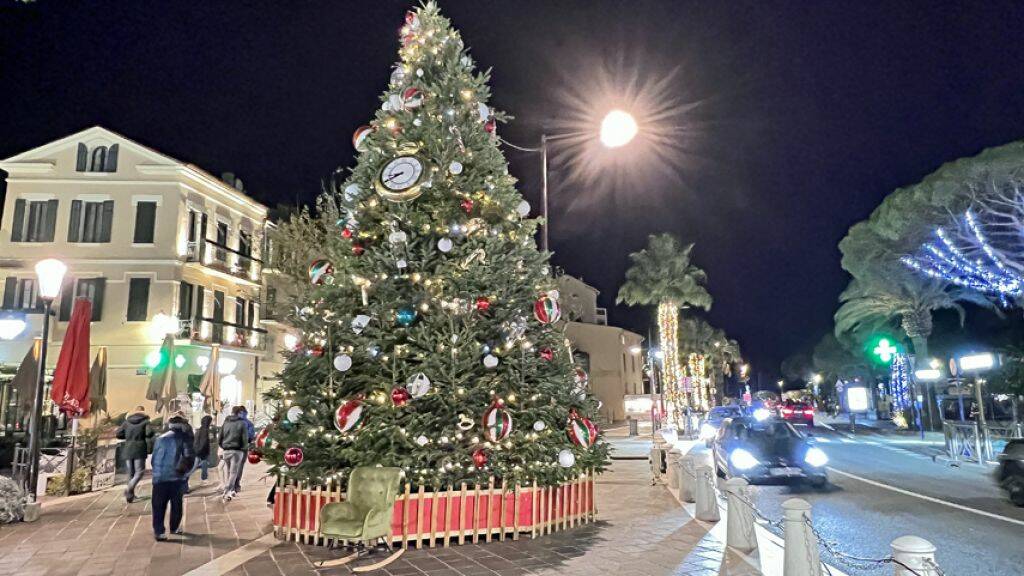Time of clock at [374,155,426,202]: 8:40
